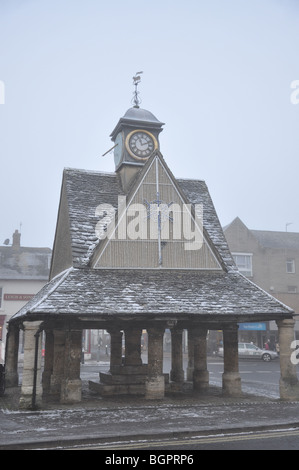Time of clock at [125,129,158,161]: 11:11
